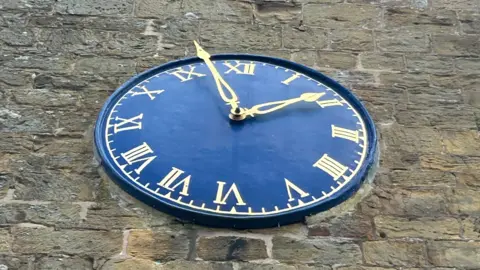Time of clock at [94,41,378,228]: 1:57
